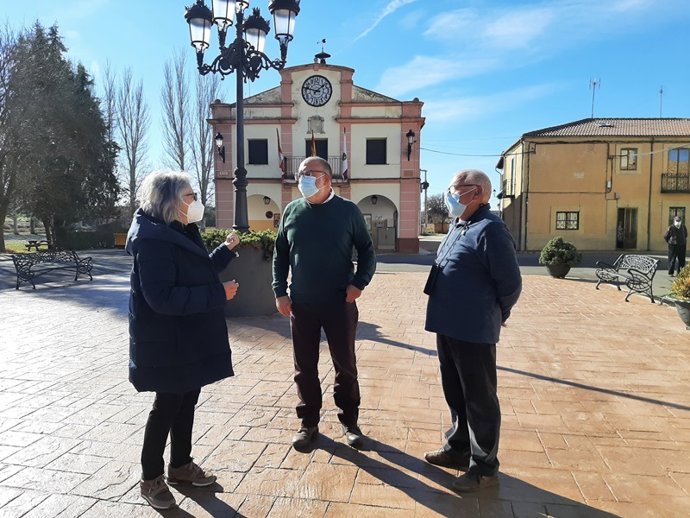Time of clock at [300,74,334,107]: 1:46
